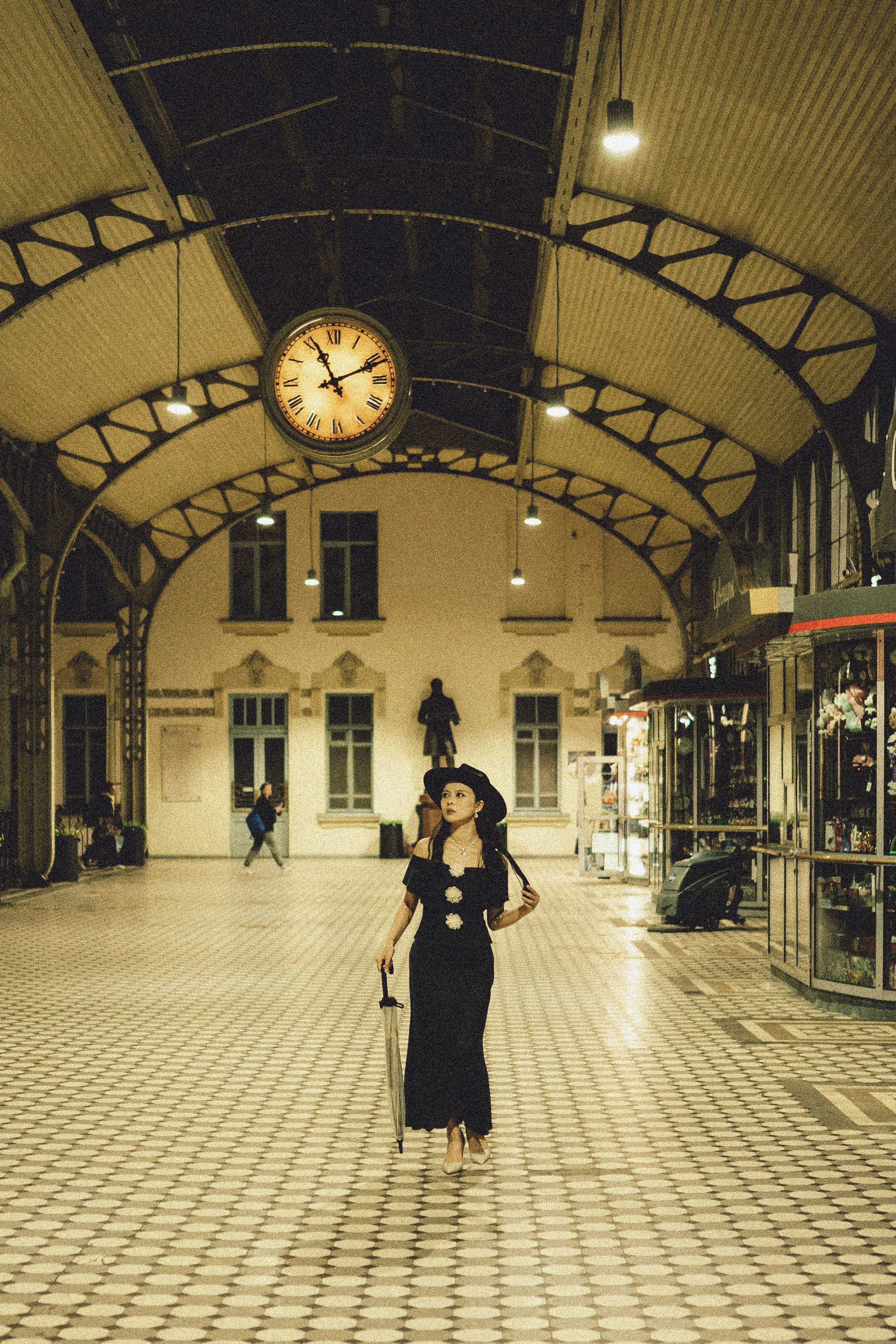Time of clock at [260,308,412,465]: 11:11
